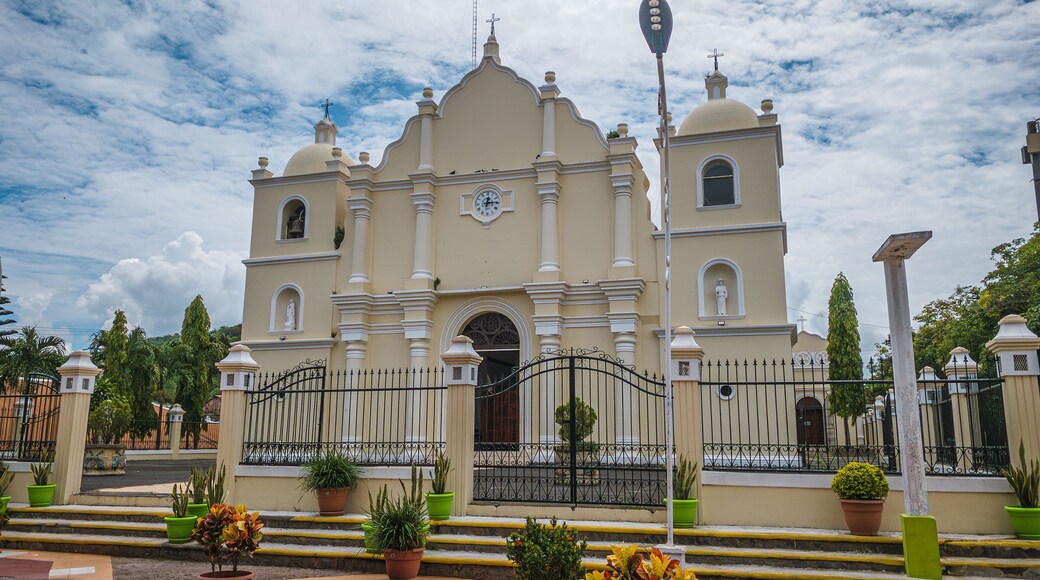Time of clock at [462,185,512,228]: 12:14
